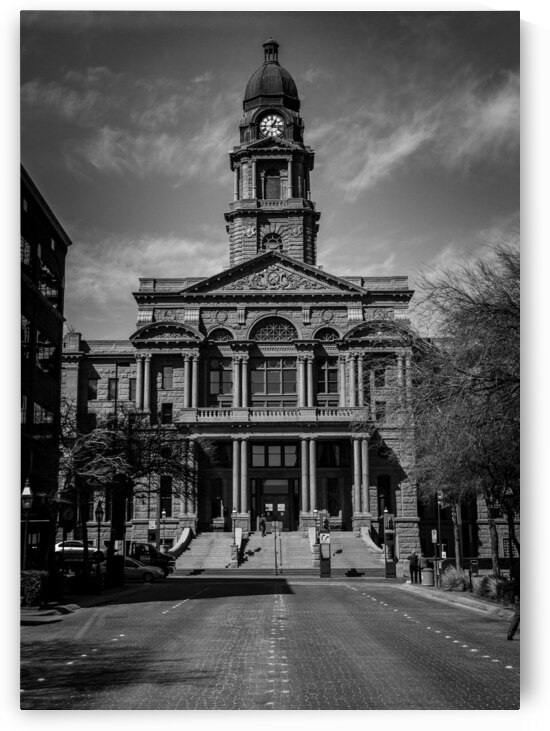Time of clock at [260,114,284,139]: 1:16
